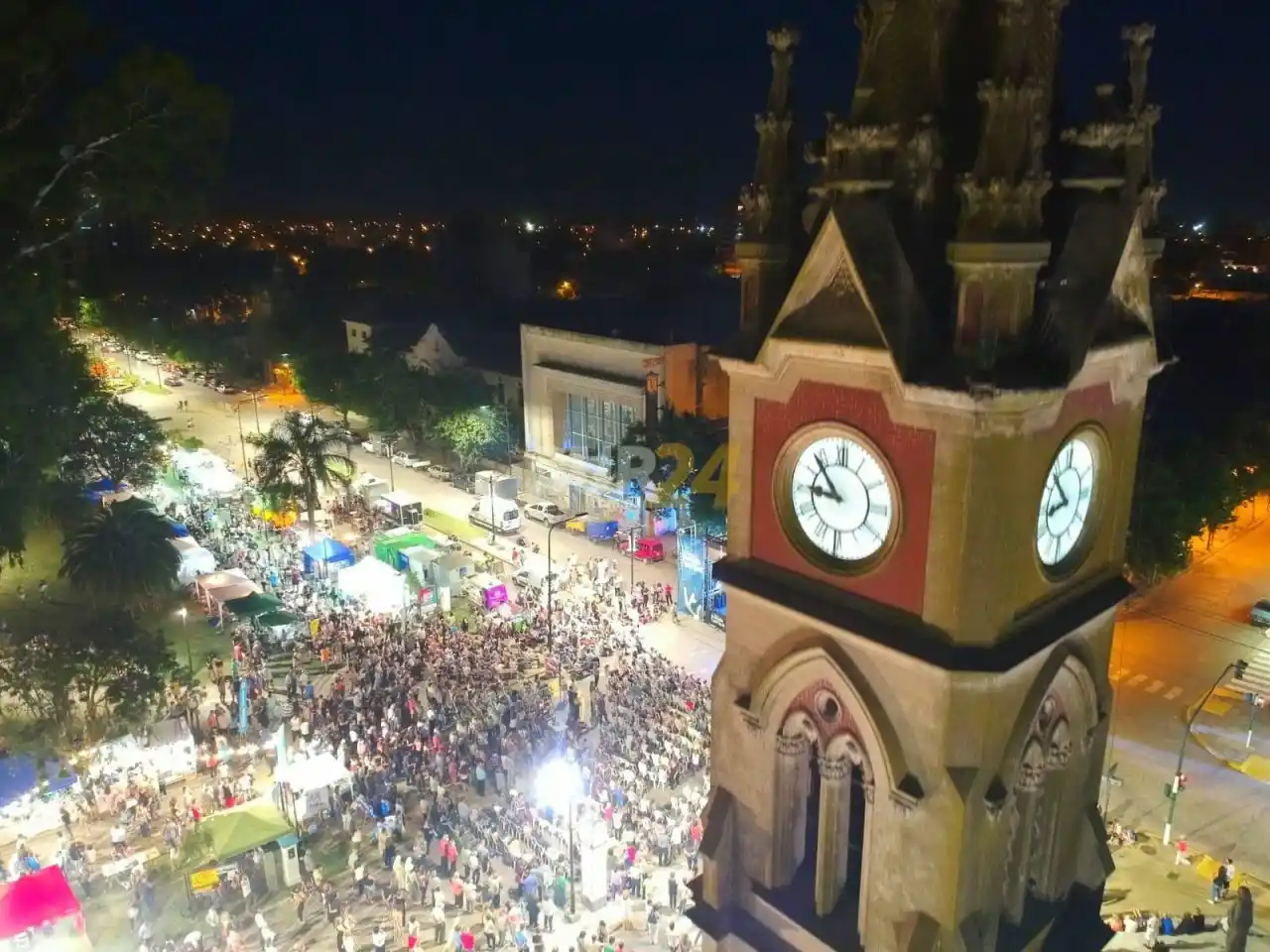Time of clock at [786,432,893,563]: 8:53
